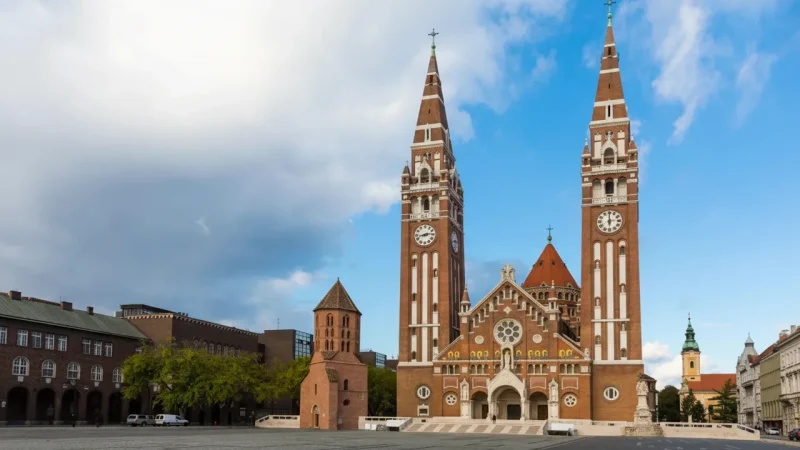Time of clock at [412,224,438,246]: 2:42
